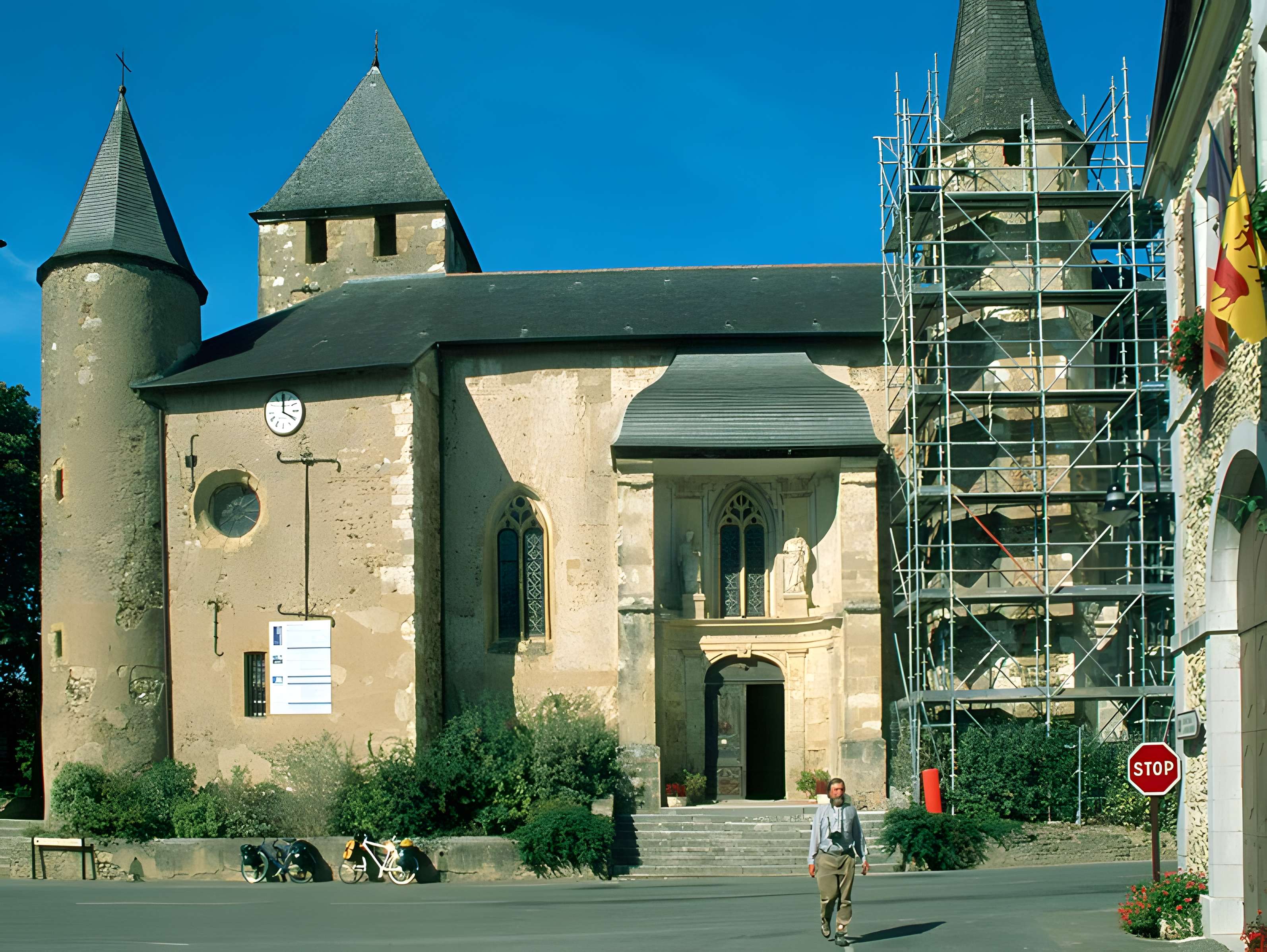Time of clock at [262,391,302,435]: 4:00
